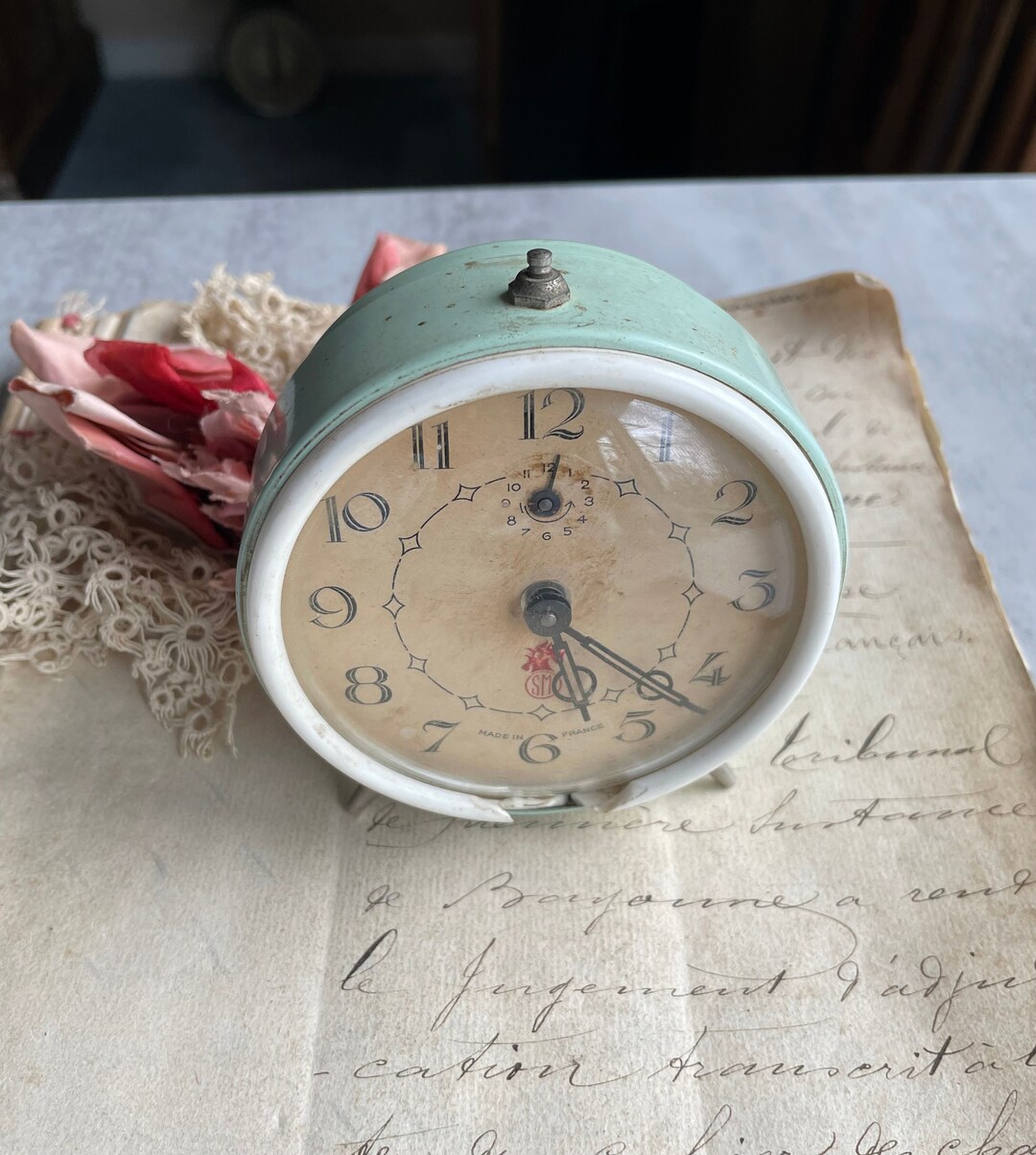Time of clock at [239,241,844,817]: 5:21
